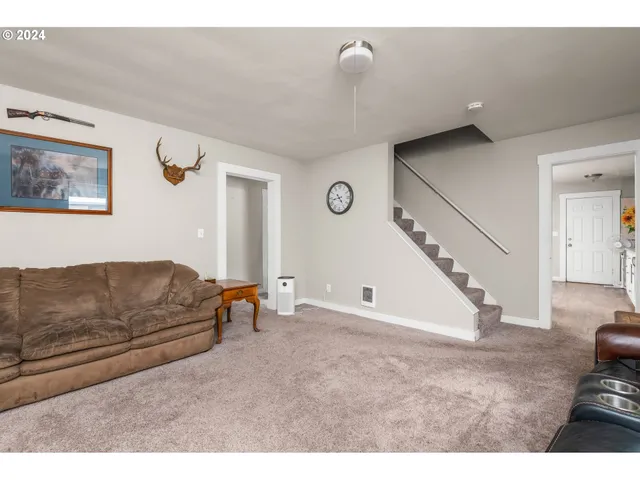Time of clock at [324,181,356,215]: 4:42
